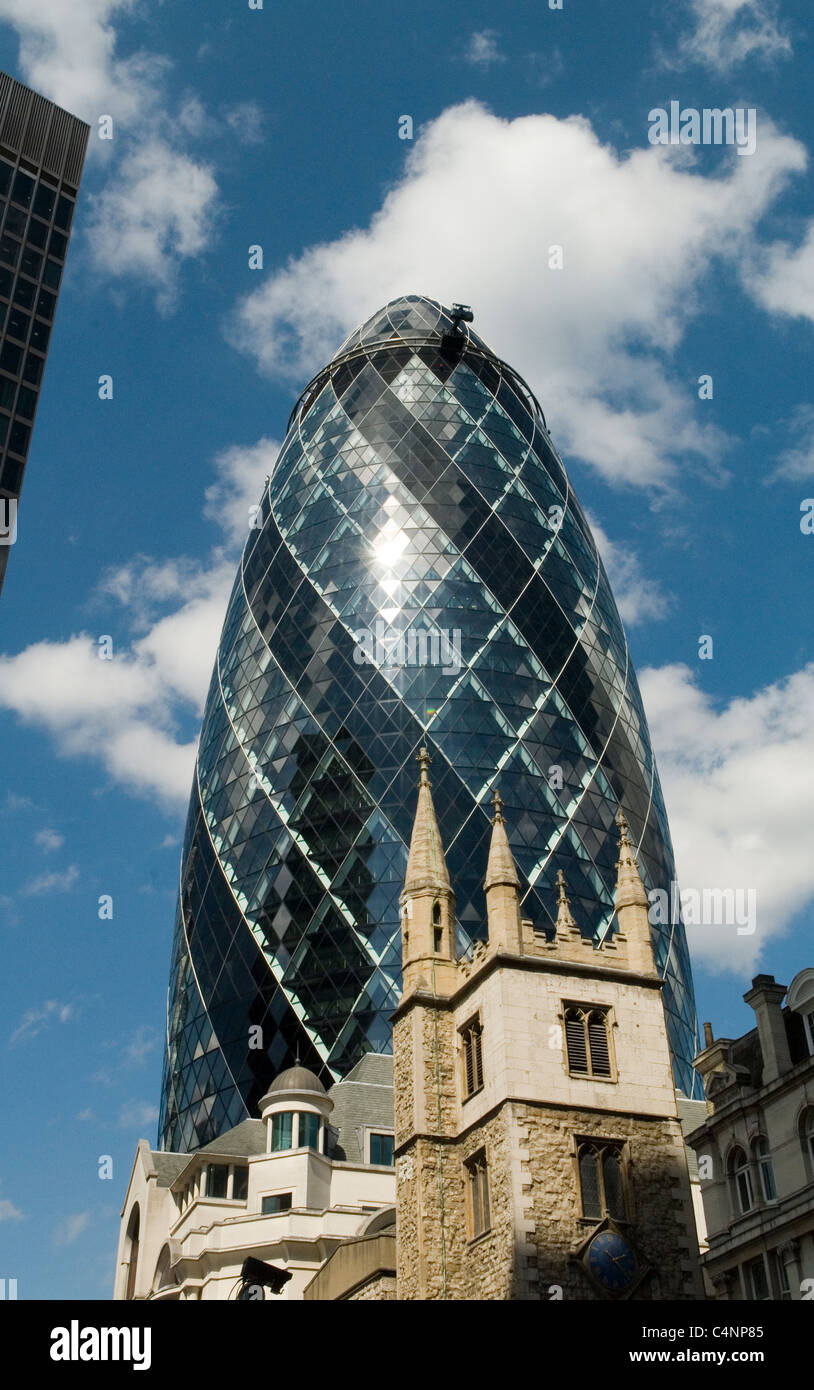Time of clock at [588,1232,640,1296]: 2:23
